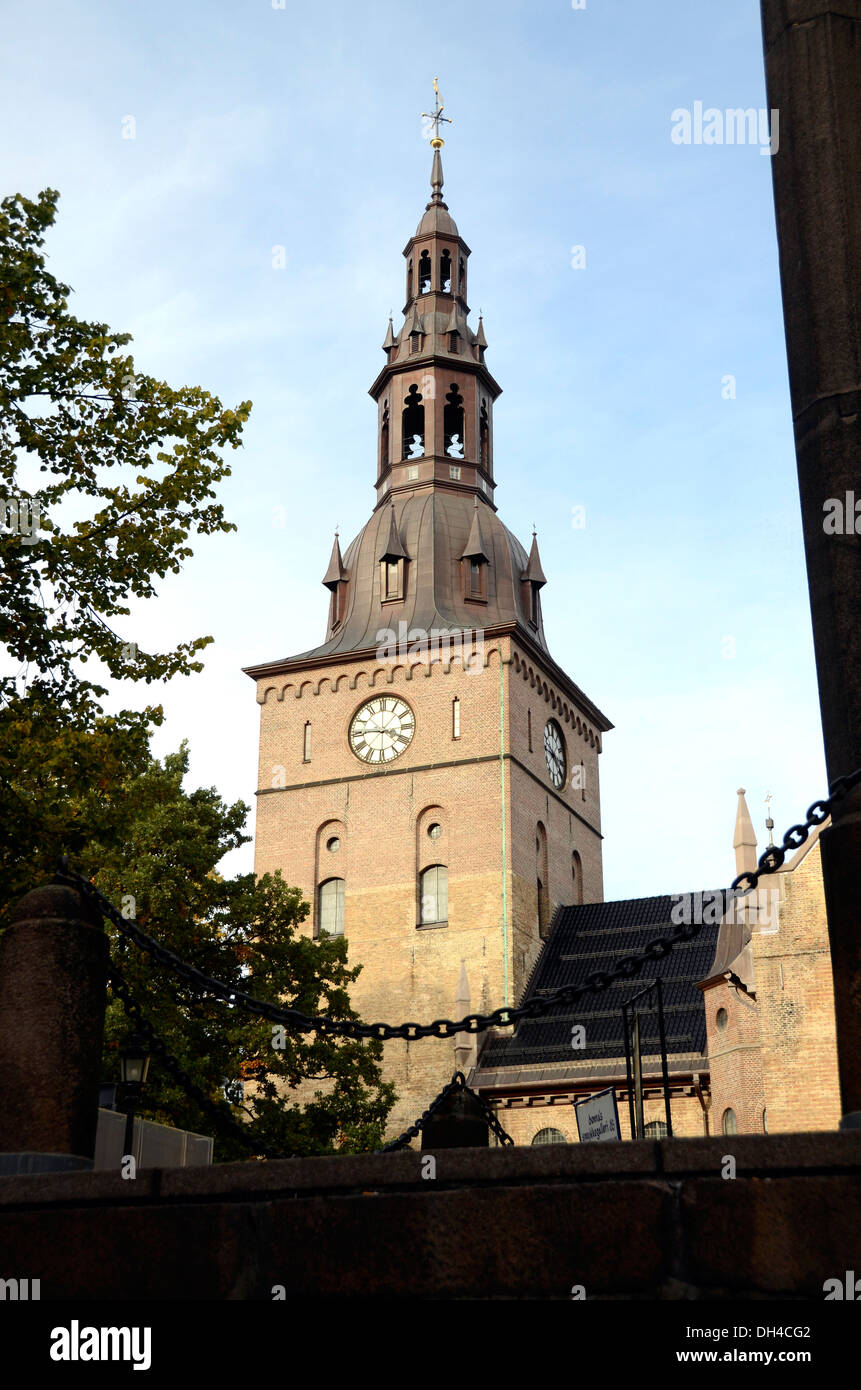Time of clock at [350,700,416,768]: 3:45
